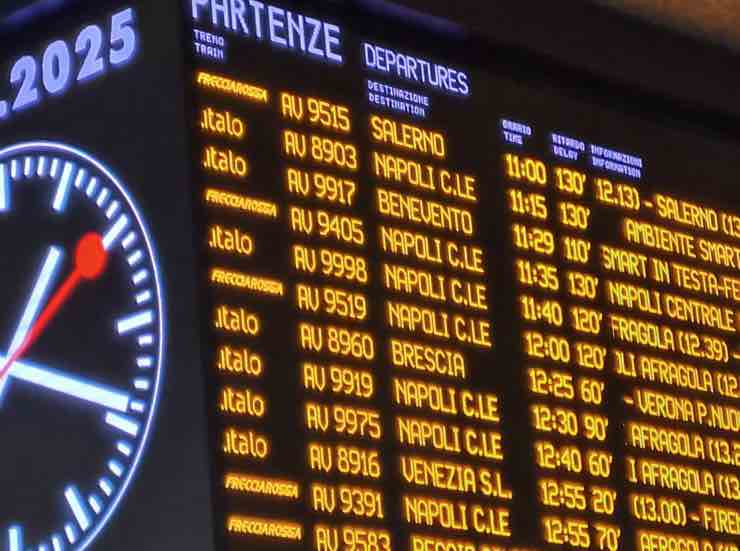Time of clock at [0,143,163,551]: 1:18
